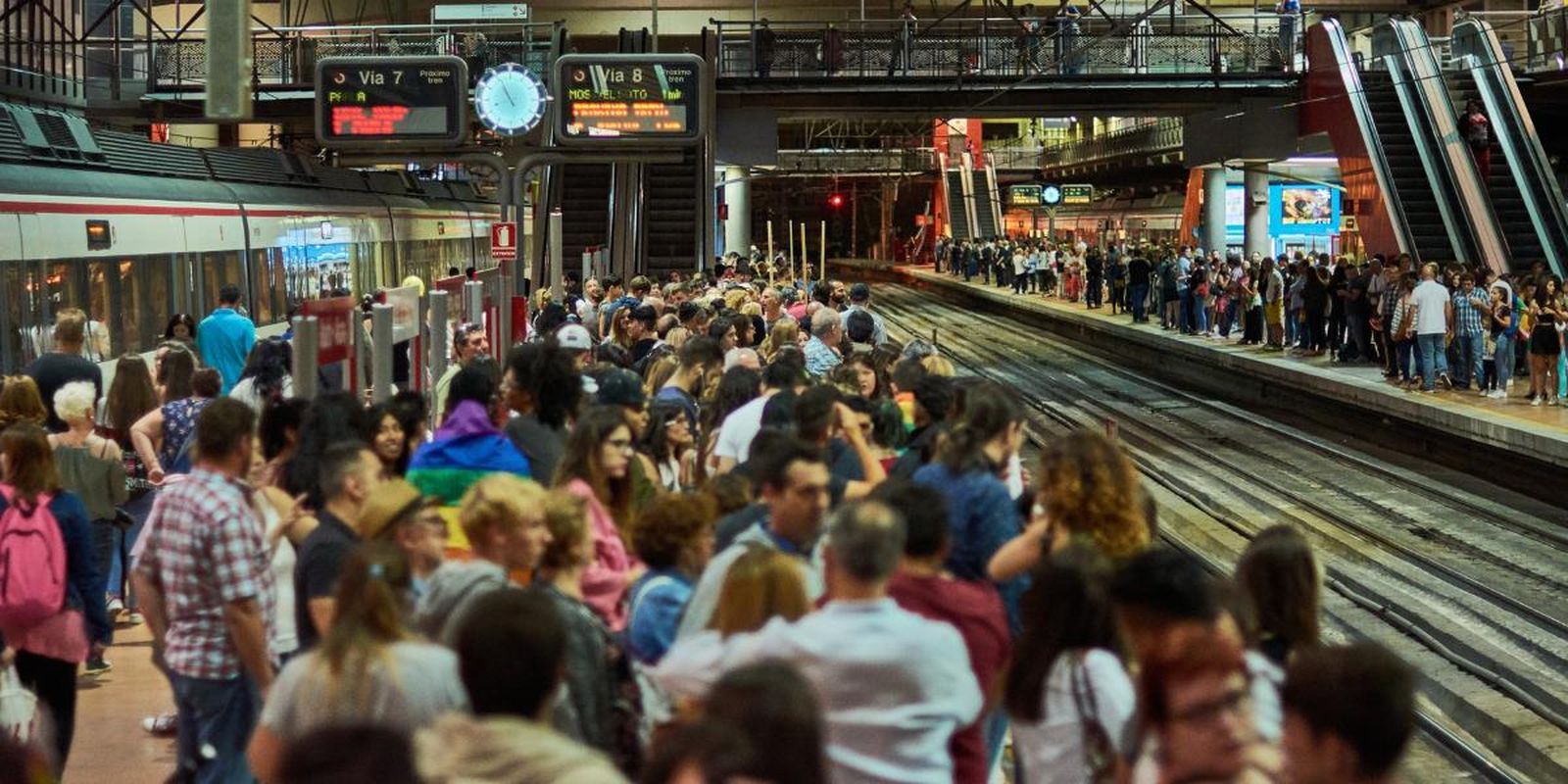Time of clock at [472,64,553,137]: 10:56
